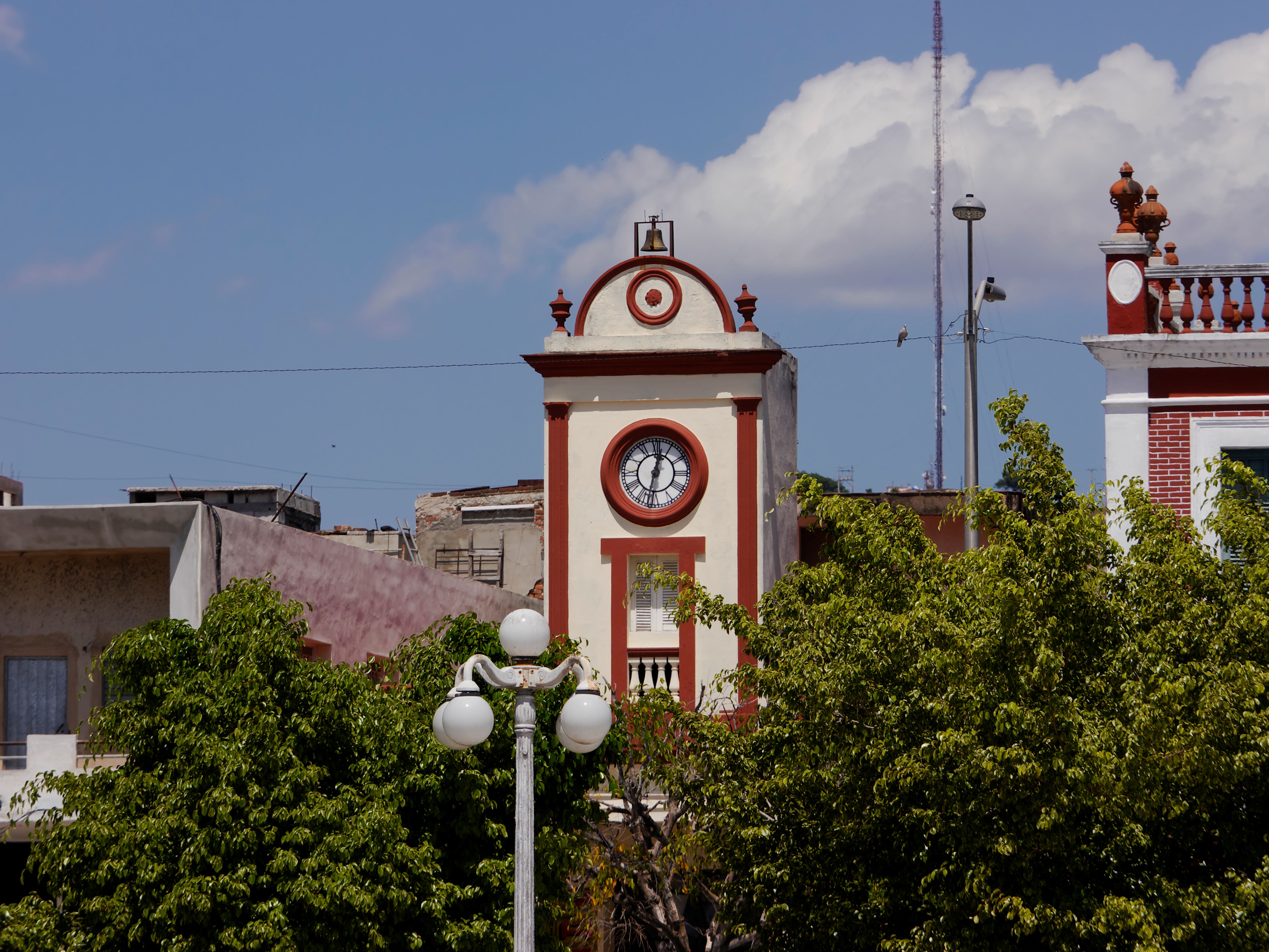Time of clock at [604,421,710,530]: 12:32
